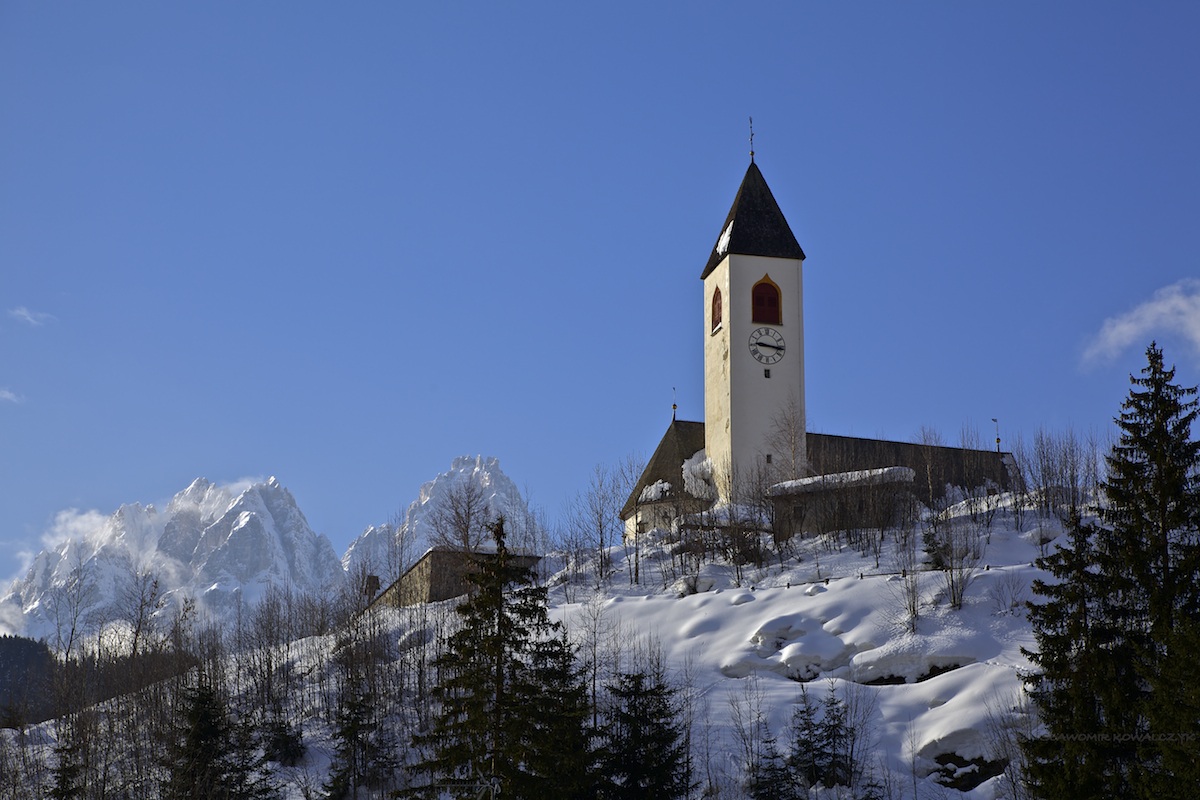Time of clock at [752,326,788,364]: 9:16
